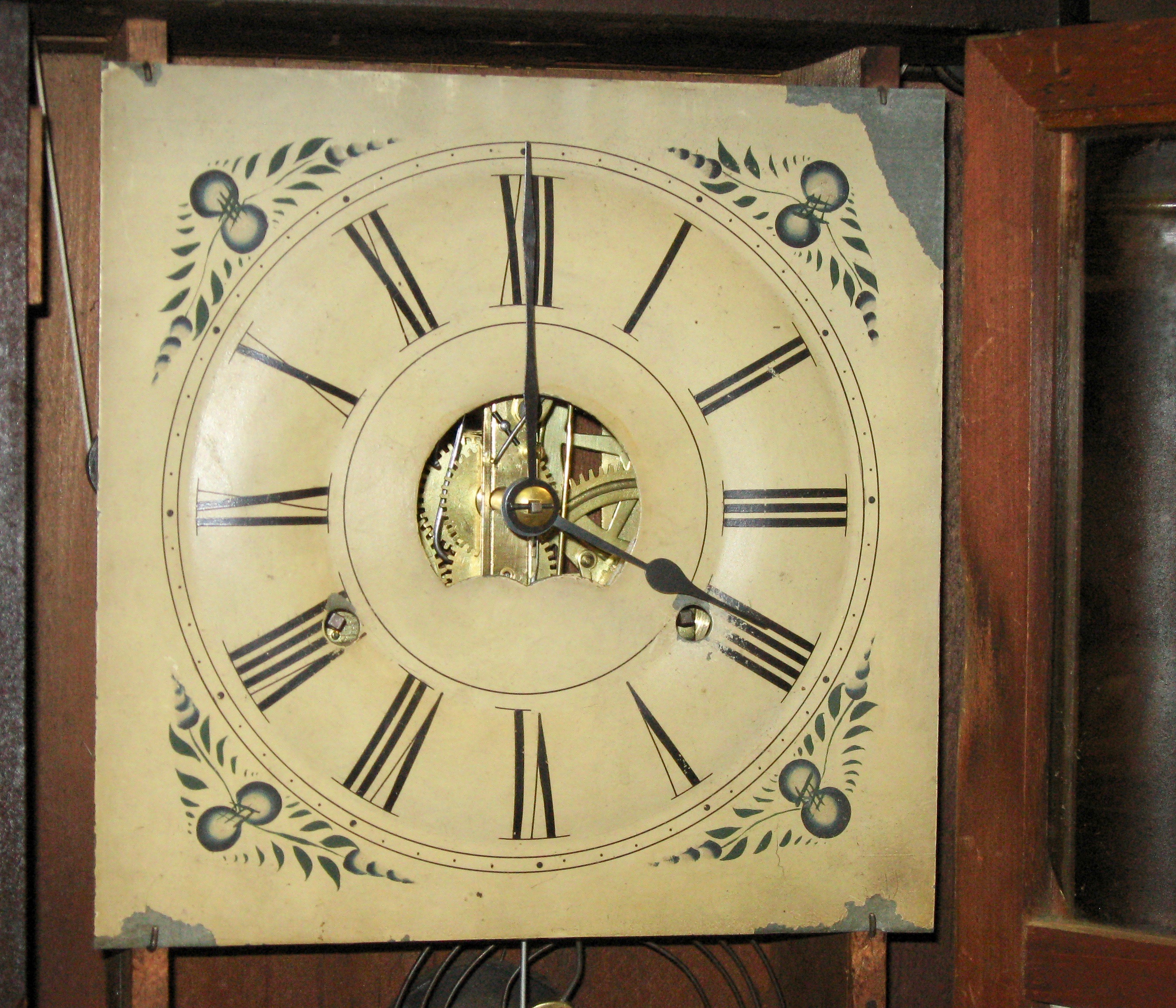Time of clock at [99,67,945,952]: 4:00
